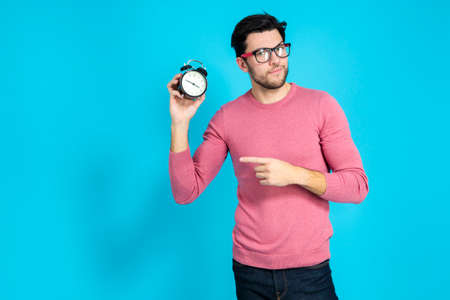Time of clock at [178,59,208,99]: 3:48
